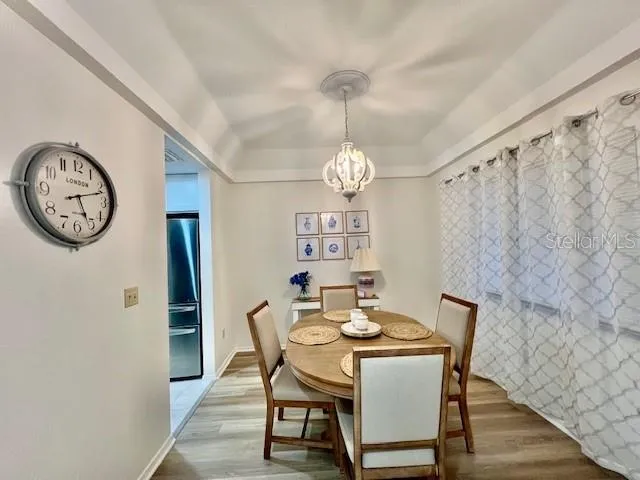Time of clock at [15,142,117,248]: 5:11
